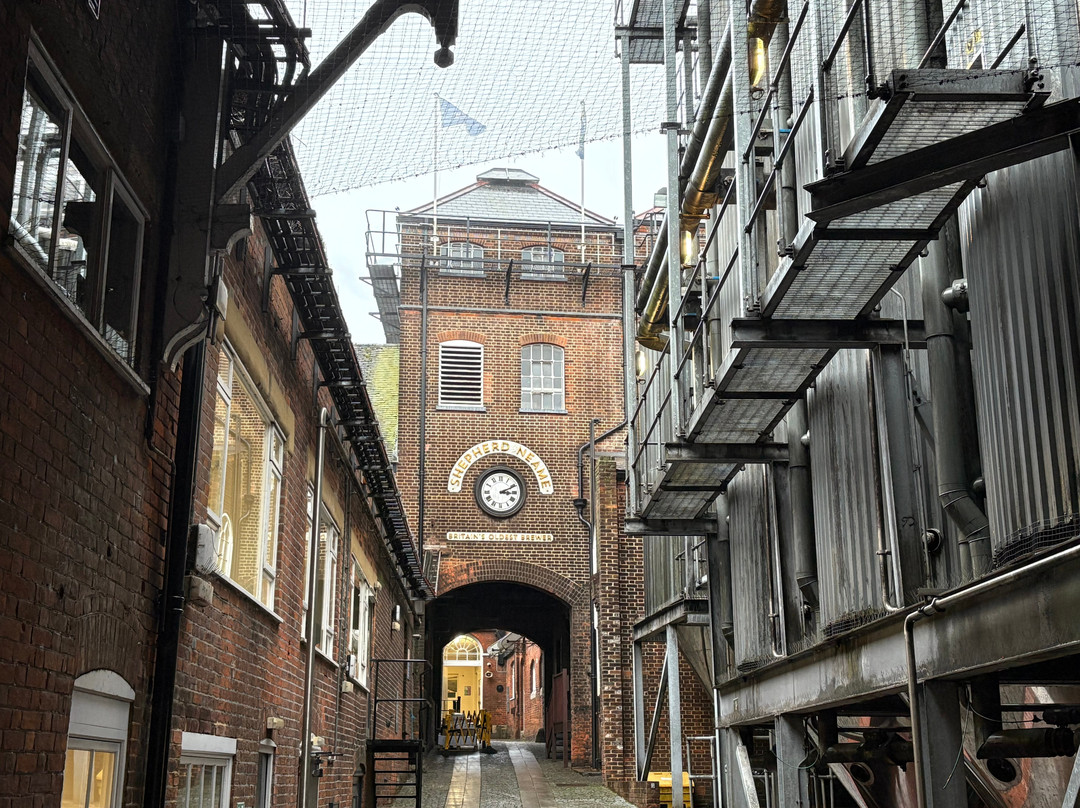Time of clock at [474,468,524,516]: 3:11
